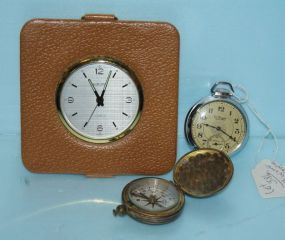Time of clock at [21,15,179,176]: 11:03
